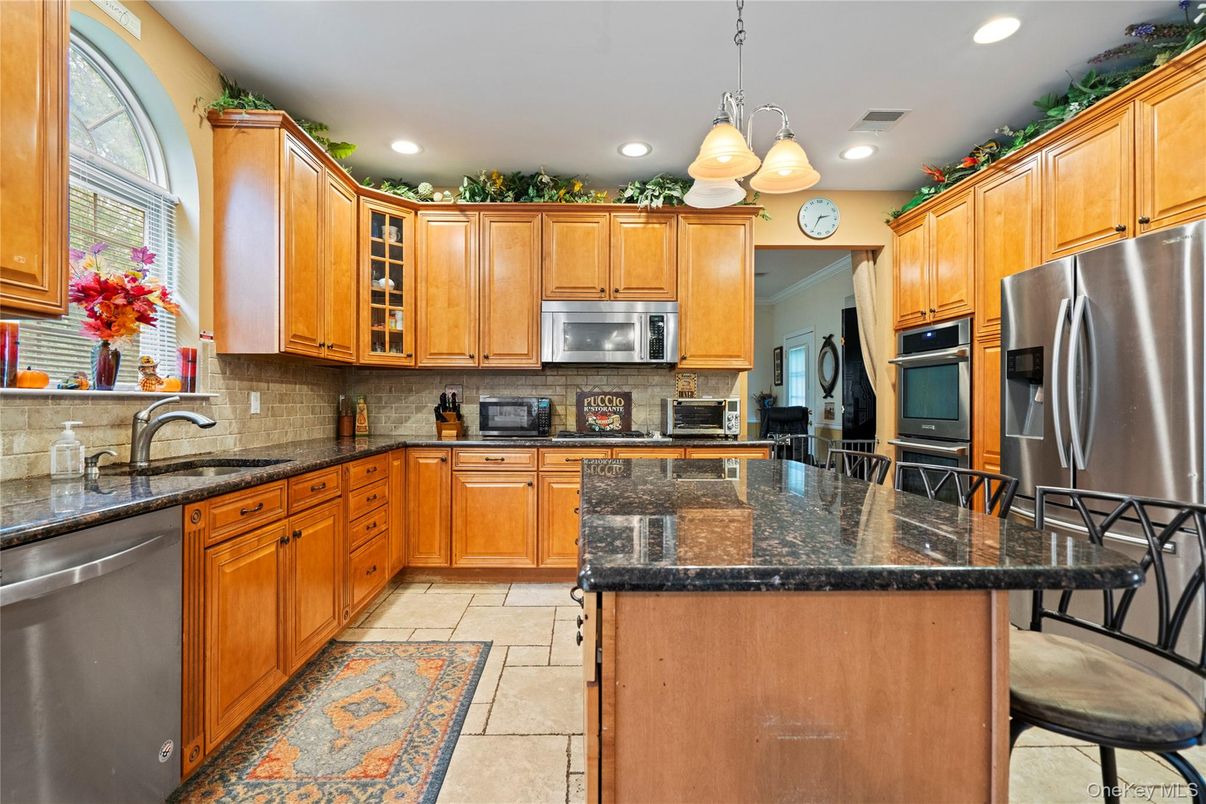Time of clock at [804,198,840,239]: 2:34
